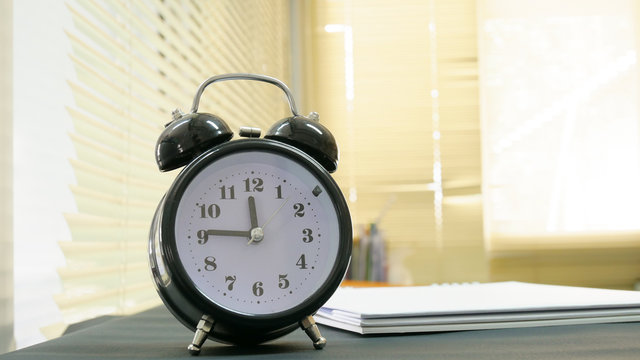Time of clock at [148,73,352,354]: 11:45
